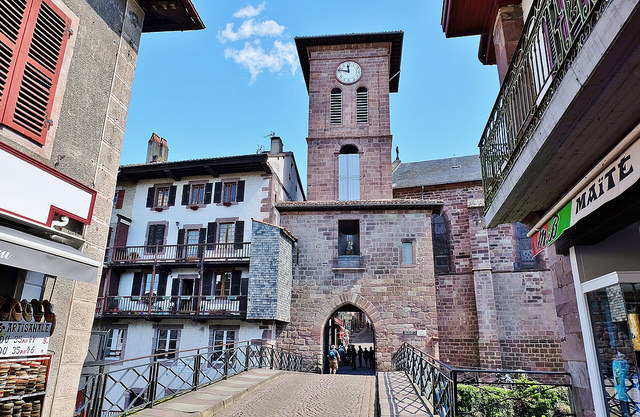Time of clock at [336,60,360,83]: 11:47
